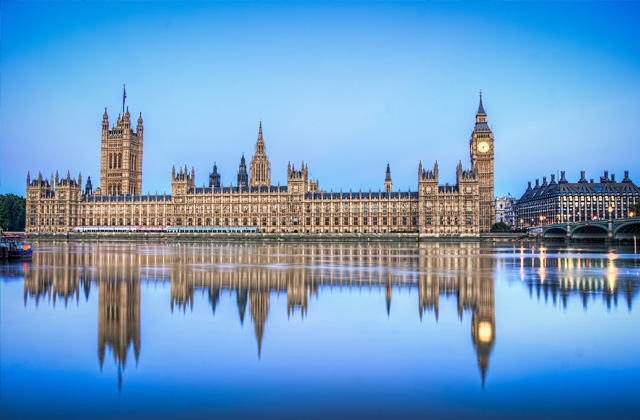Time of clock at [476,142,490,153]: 6:12
